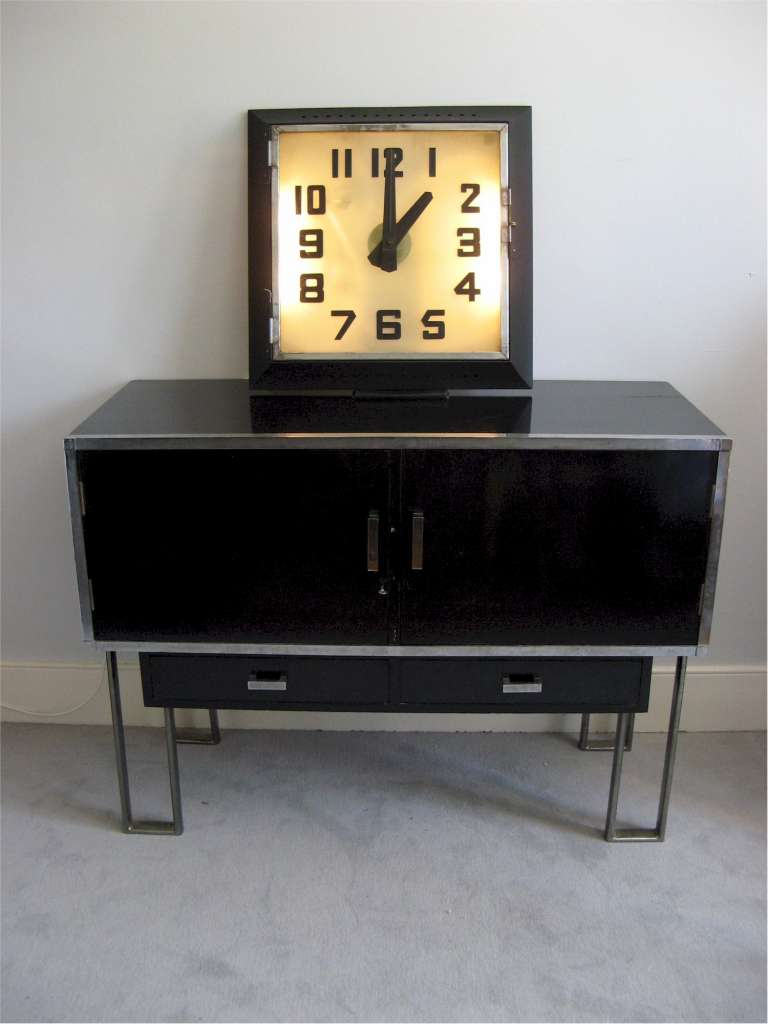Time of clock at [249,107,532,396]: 1:00
